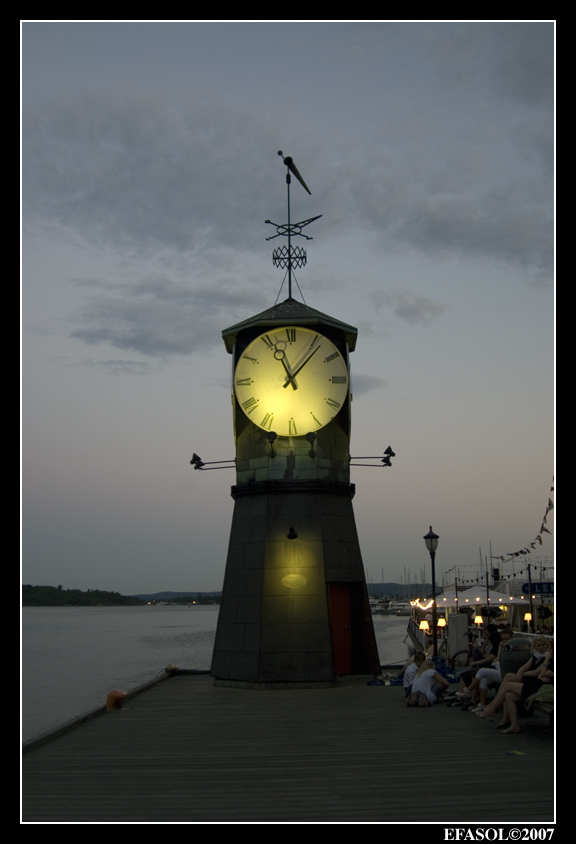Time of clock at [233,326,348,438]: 11:06
